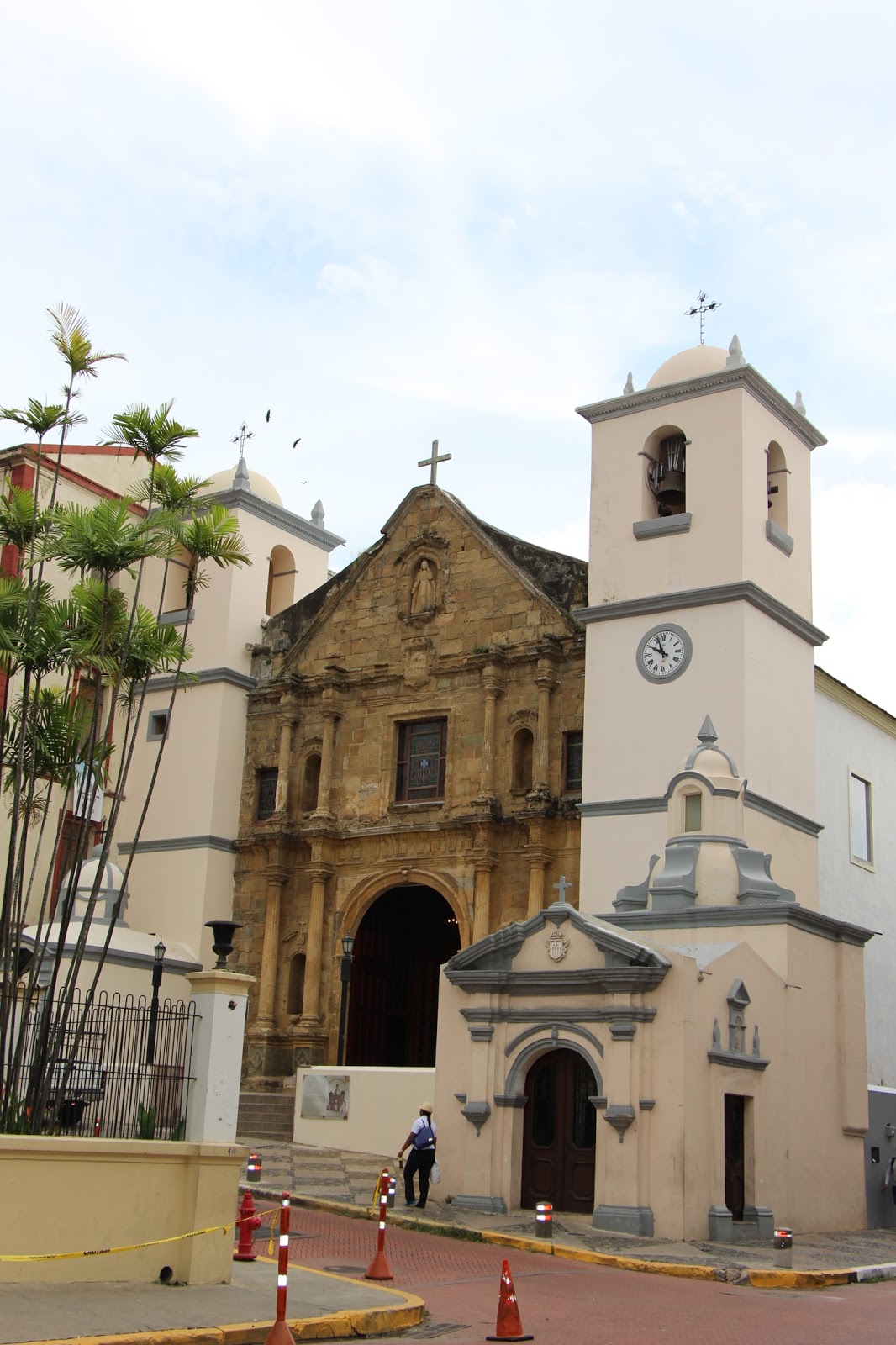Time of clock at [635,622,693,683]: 9:56
